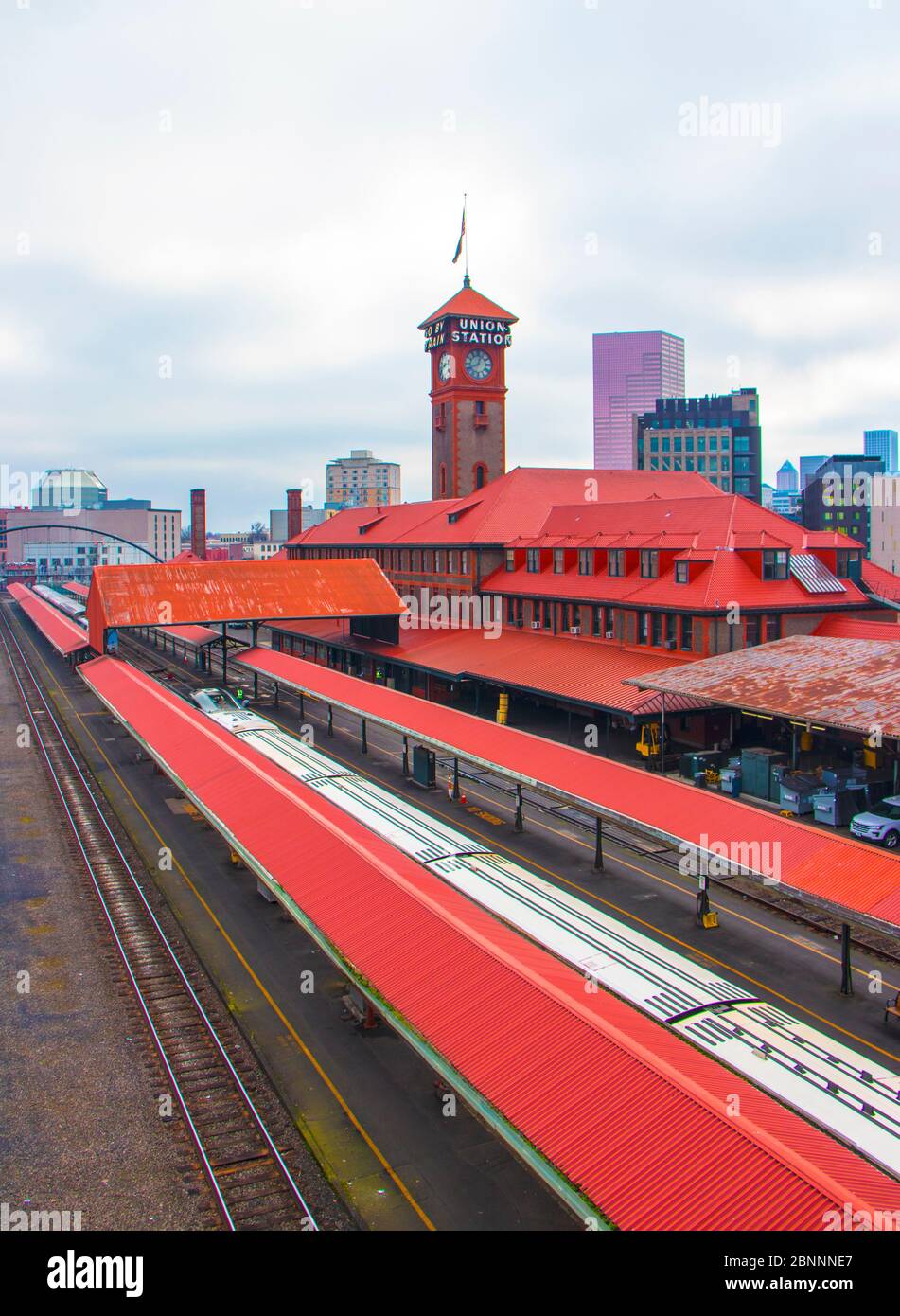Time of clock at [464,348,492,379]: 12:41
